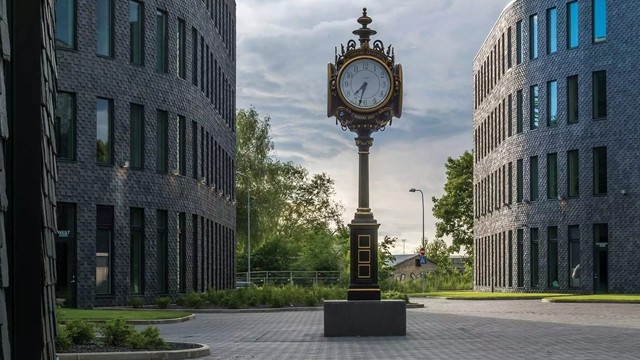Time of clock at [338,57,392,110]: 7:32
